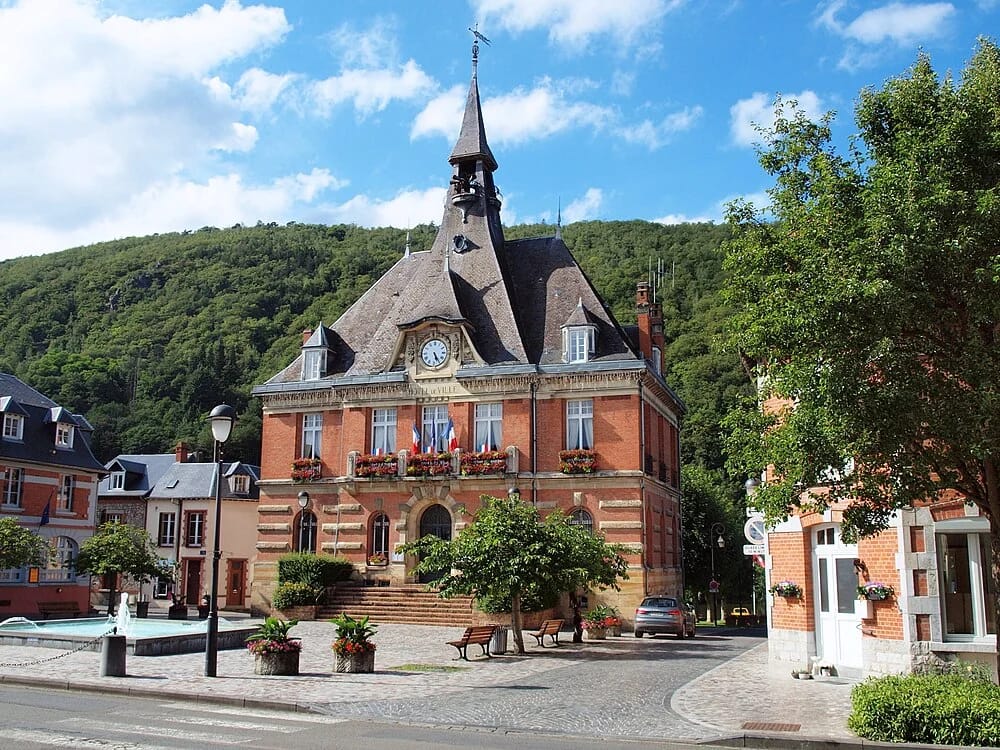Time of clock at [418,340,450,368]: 5:24
